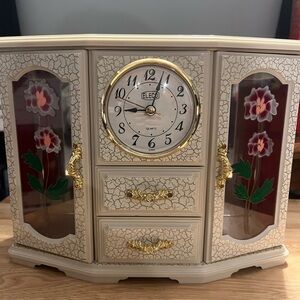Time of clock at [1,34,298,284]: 9:03
